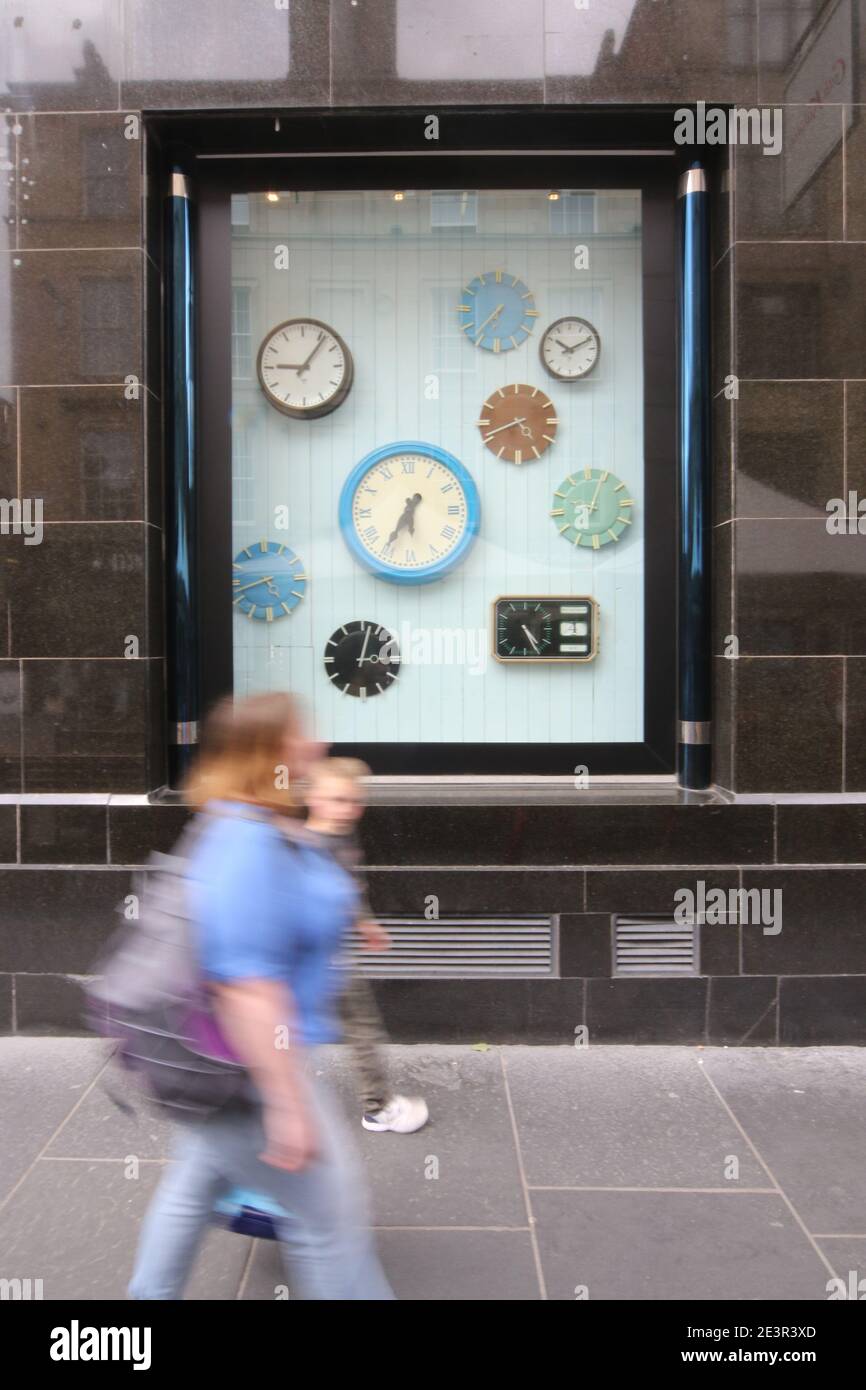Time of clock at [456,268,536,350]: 6:37
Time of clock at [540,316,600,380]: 10:10
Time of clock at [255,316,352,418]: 9:06
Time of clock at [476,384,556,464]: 4:41
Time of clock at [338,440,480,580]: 5:35
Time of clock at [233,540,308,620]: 4:42
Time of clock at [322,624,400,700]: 3:02
